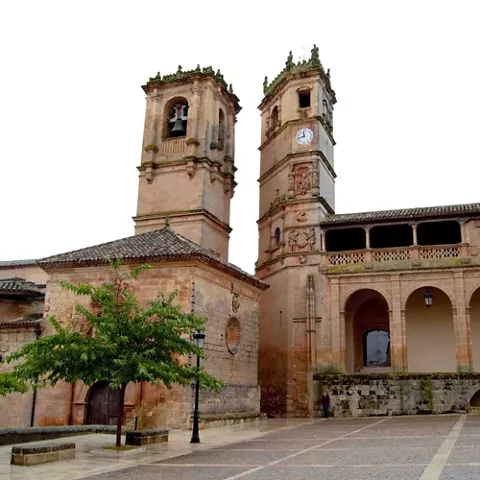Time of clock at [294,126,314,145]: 11:42
